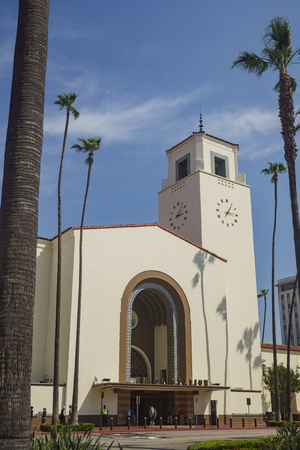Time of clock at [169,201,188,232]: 3:06
